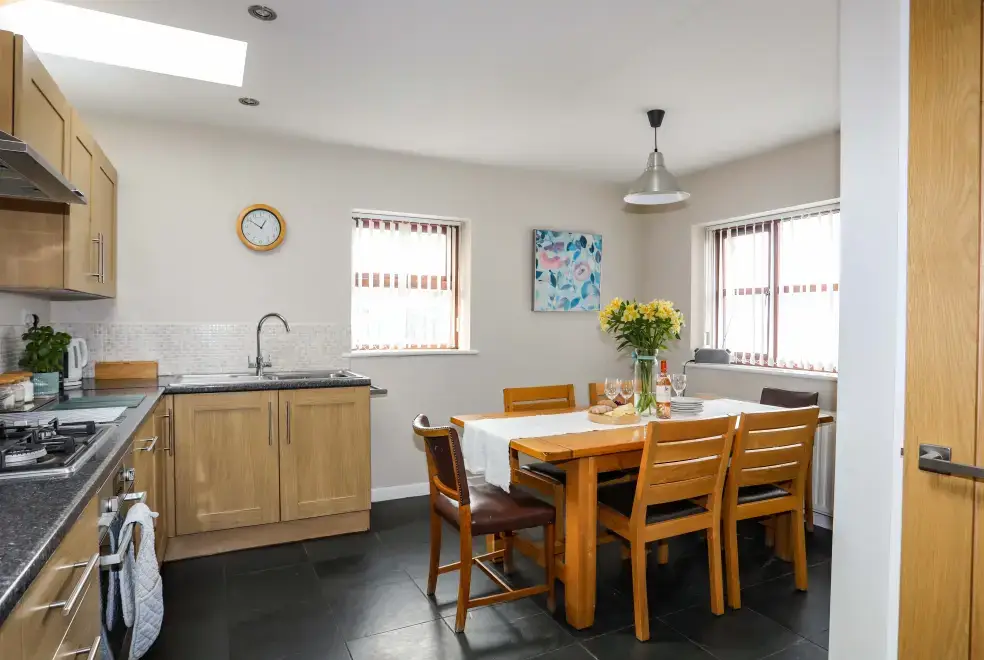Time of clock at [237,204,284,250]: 12:50
